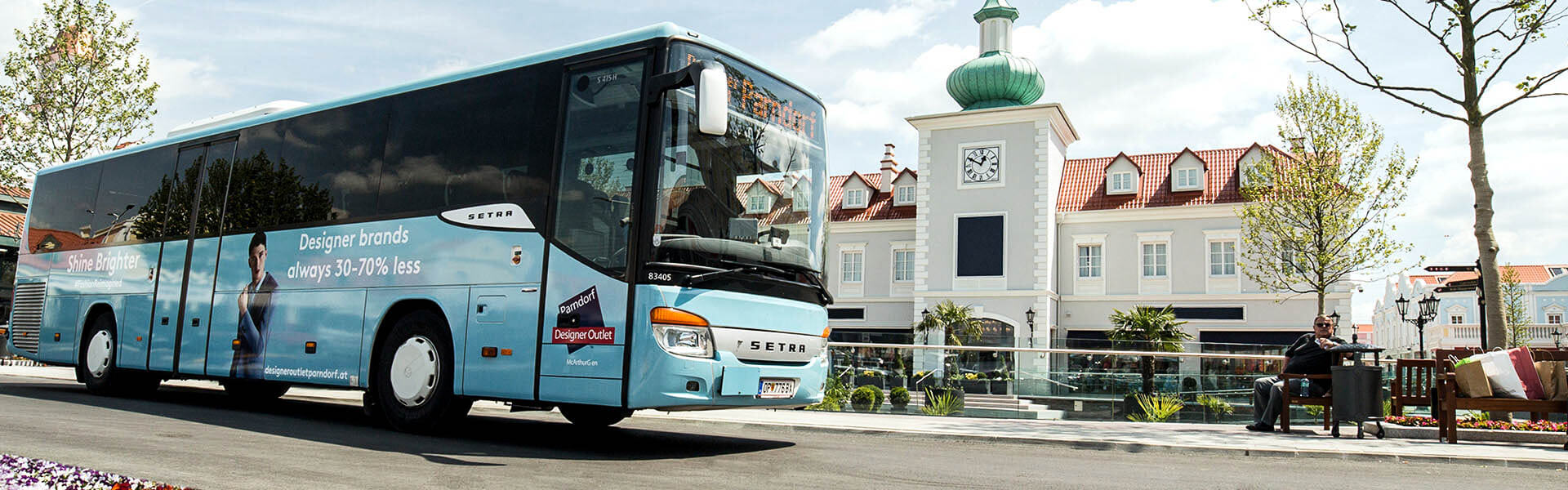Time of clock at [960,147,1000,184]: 12:49
